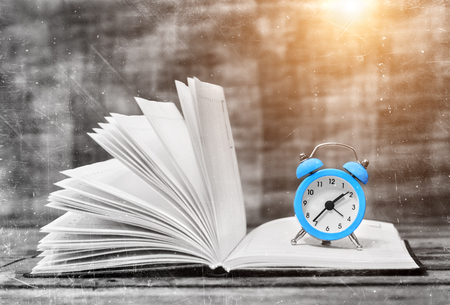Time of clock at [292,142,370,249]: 1:36
